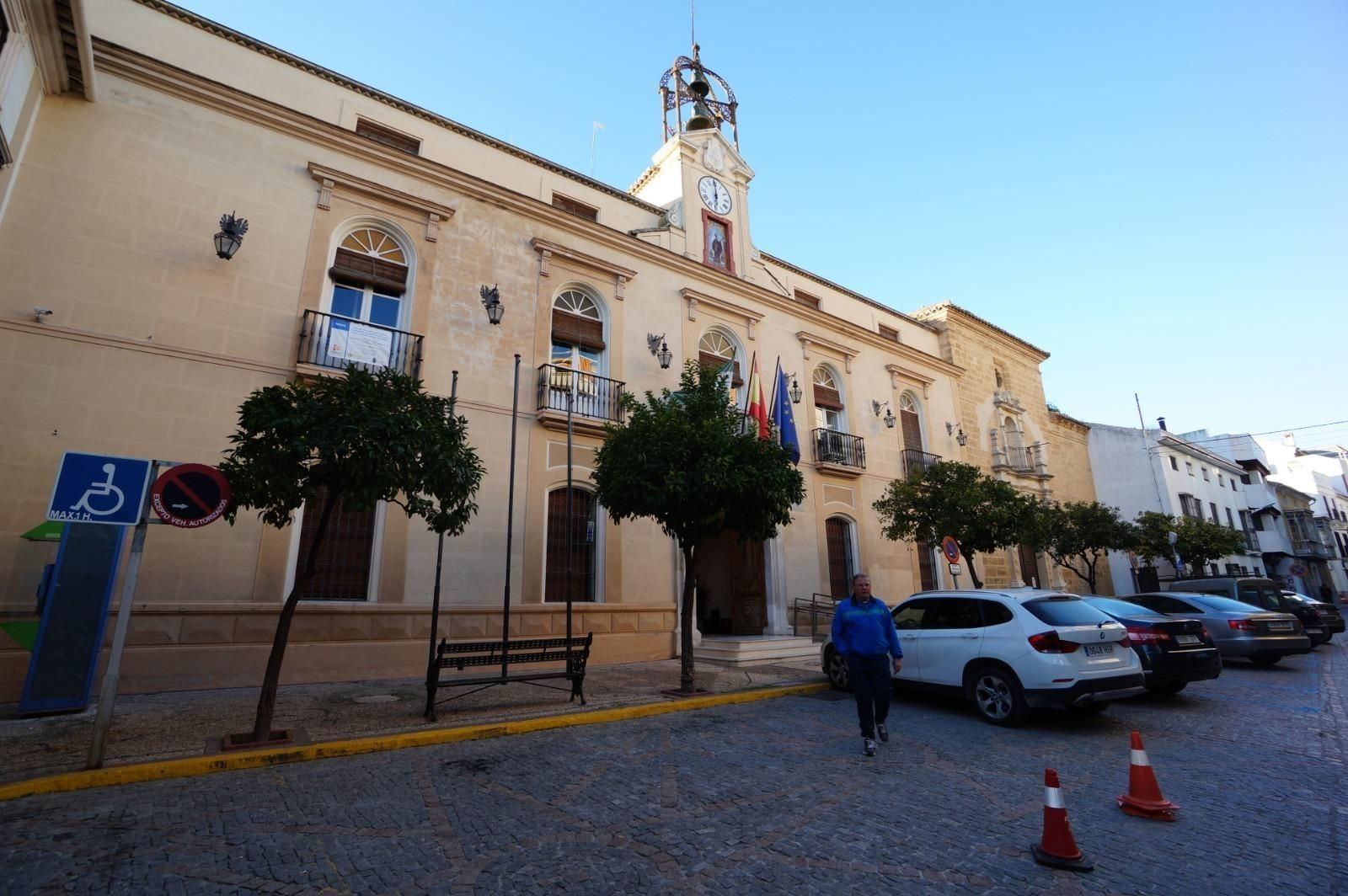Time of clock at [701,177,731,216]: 5:59
